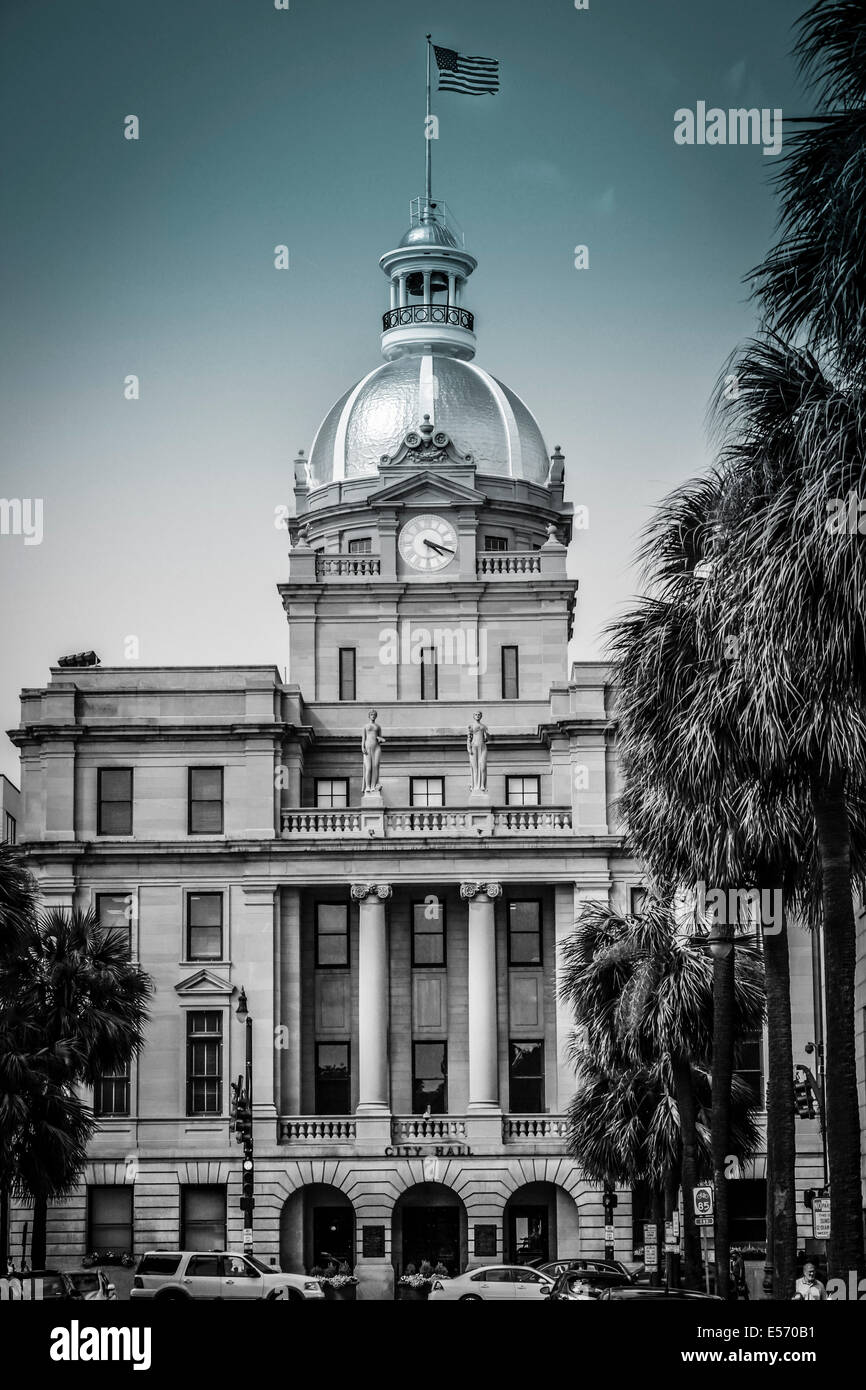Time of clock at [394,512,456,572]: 4:18
